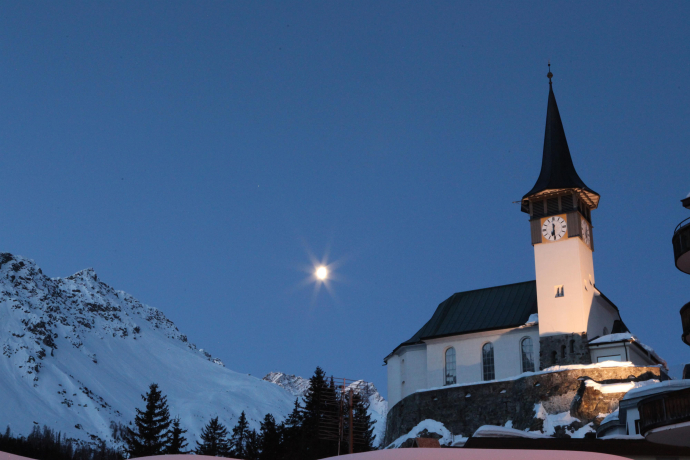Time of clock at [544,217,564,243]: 6:29
